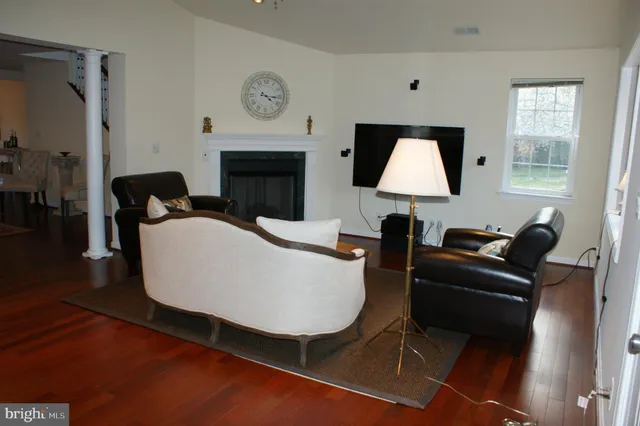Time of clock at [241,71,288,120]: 4:15
